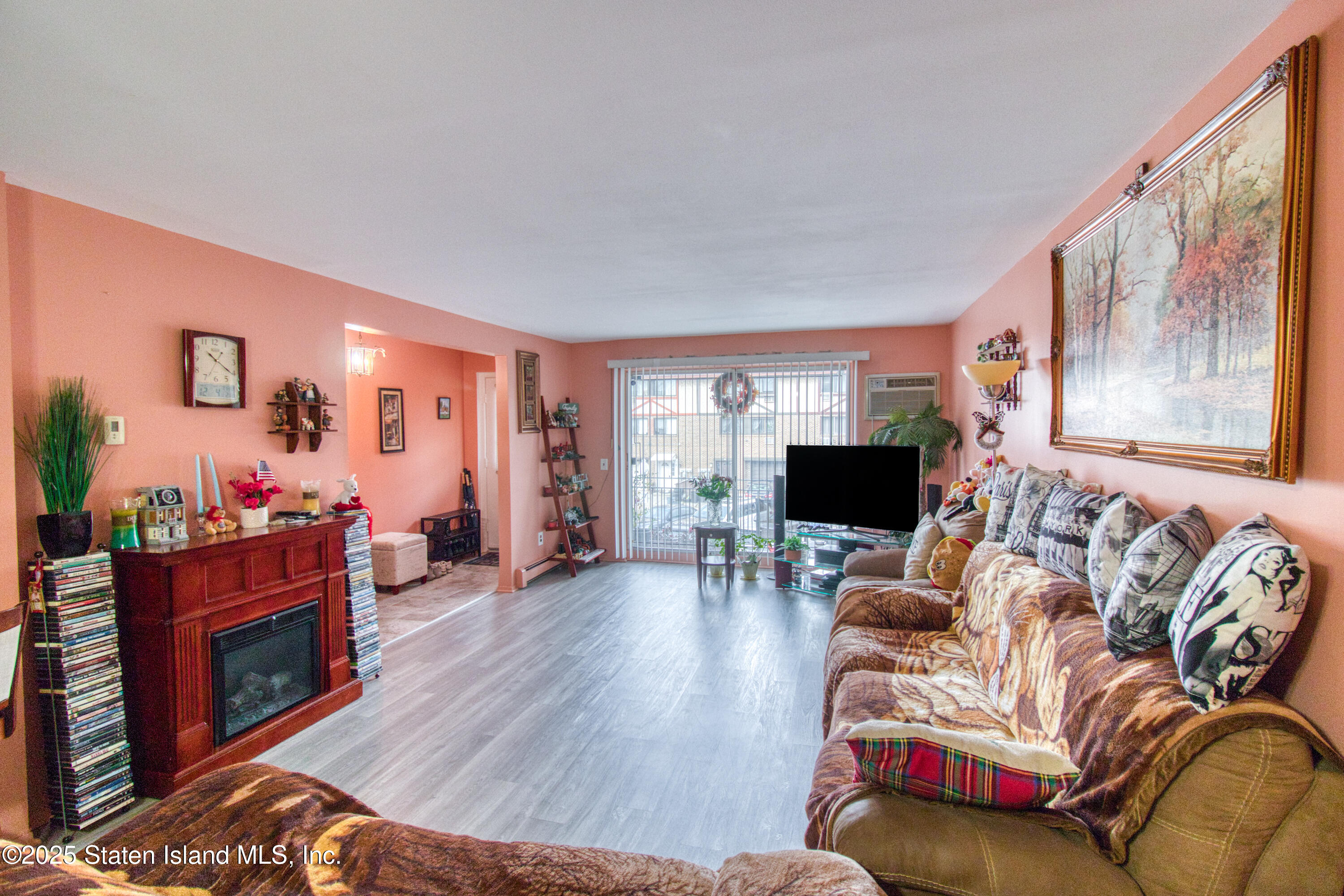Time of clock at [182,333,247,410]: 10:20
